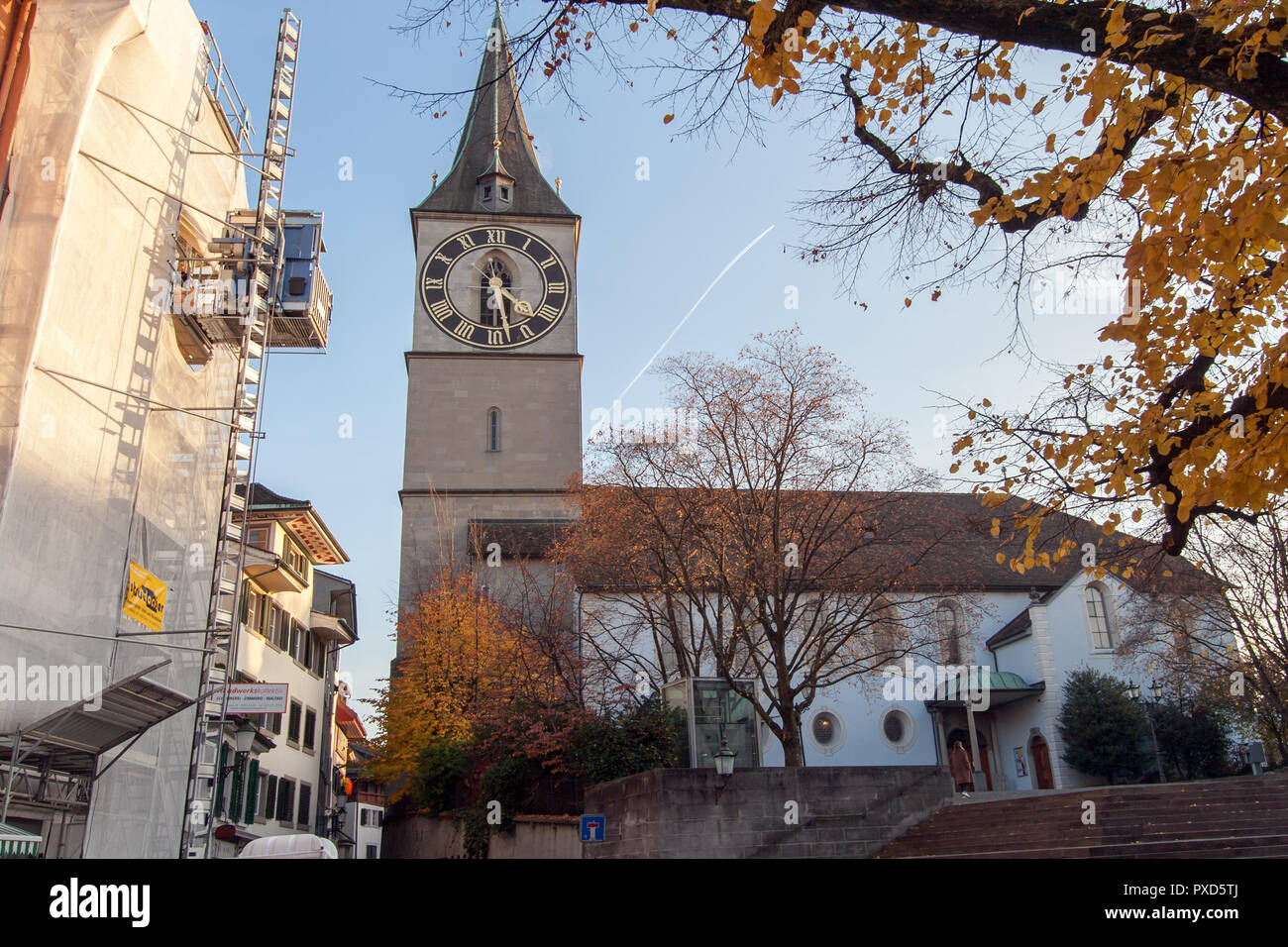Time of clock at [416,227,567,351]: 4:28
